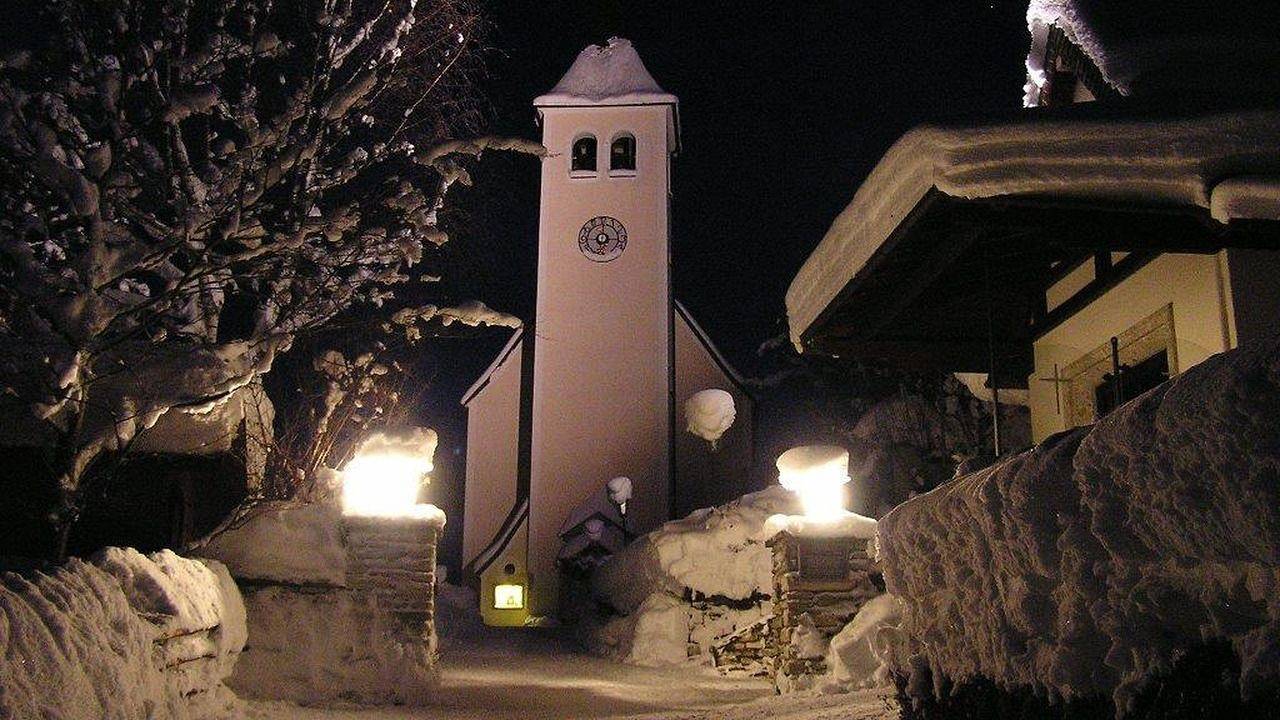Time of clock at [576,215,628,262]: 7:15
